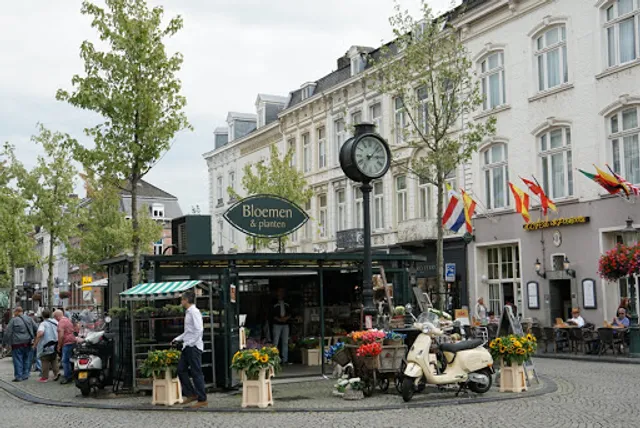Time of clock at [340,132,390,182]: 3:07
